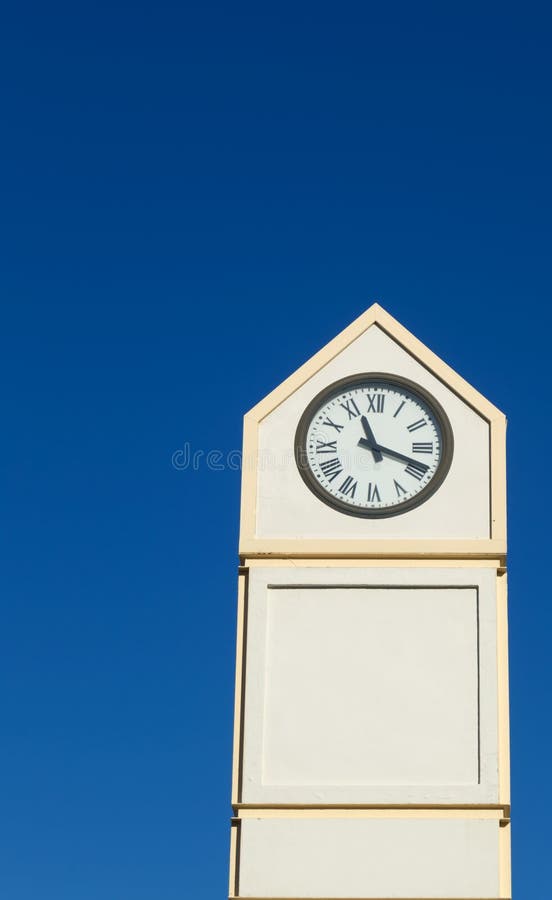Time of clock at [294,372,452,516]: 11:18
